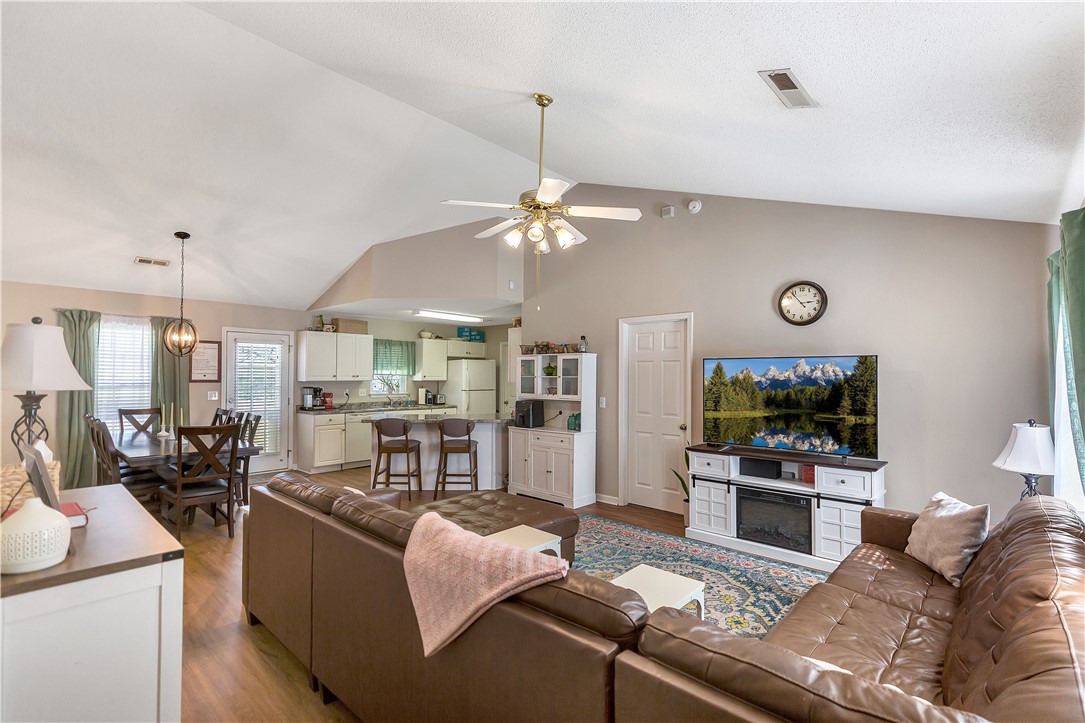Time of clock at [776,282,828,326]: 2:53
